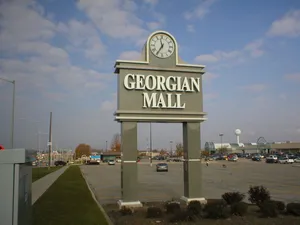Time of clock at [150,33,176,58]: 11:35
